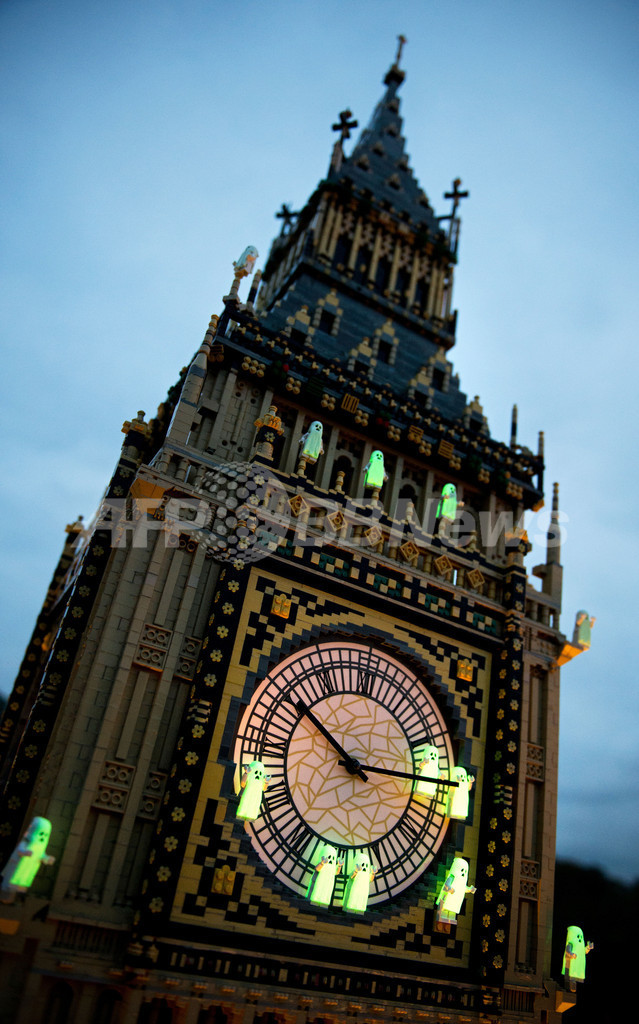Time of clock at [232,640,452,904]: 10:14
